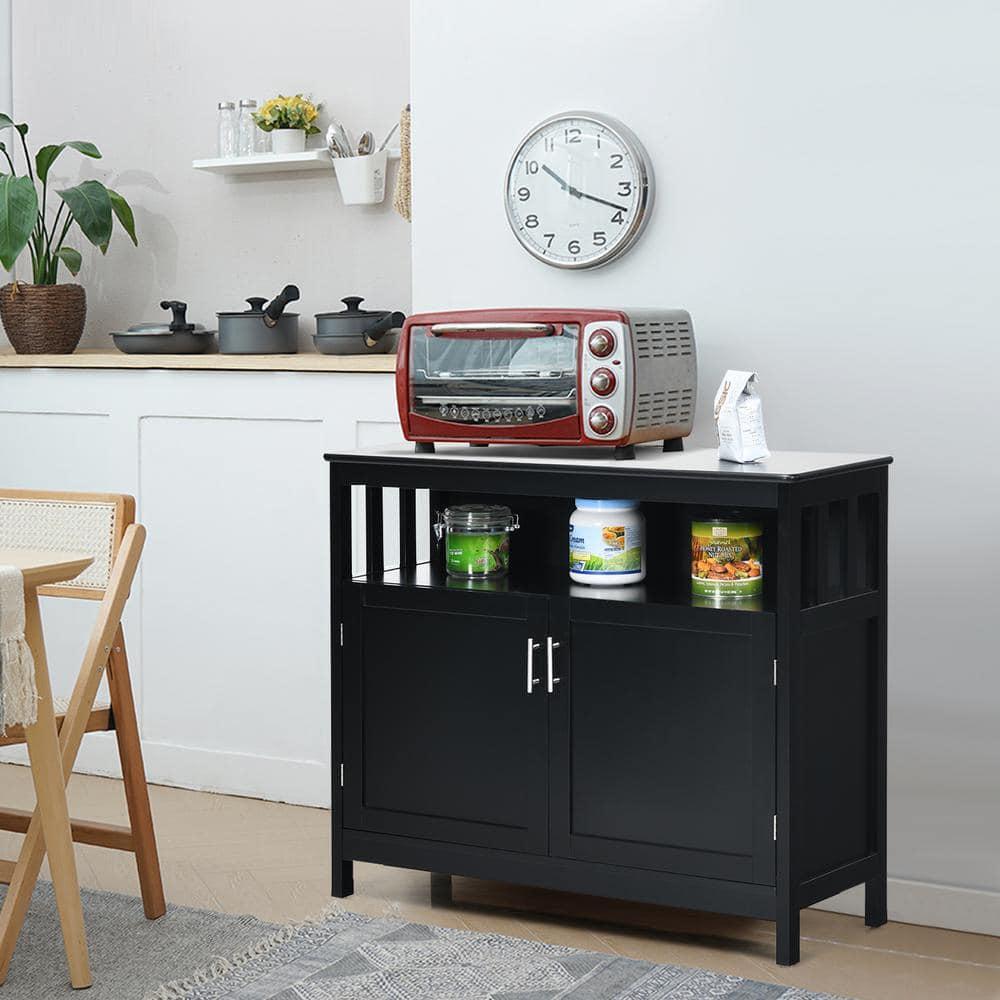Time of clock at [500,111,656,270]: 10:18
